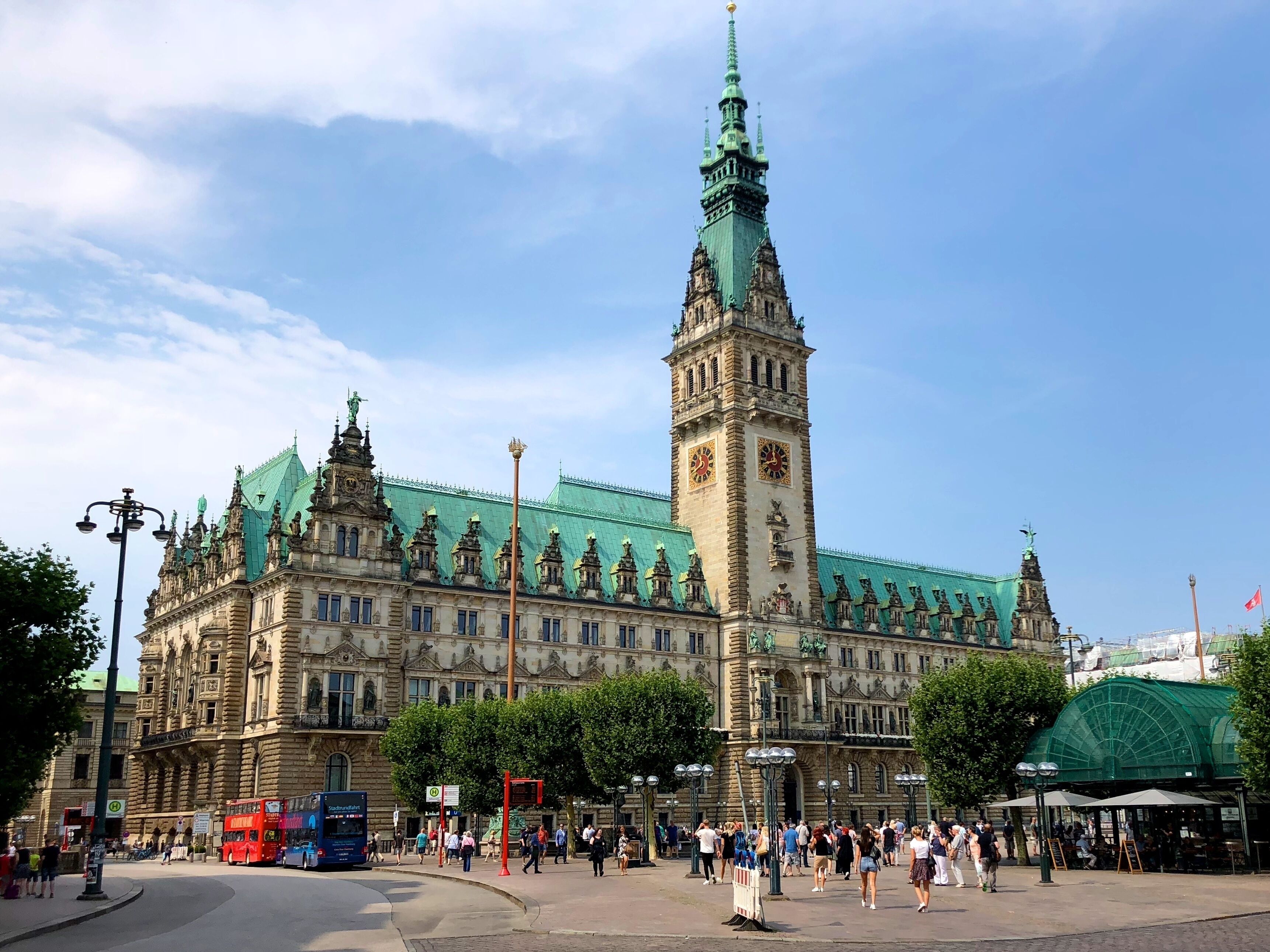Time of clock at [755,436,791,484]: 11:42
